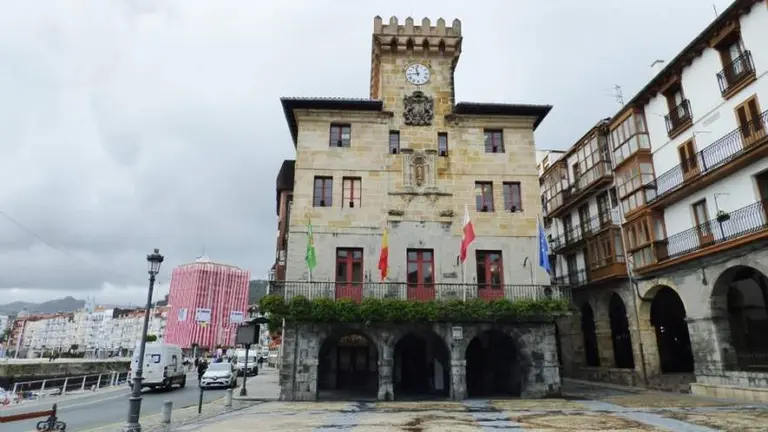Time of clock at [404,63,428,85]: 11:44
